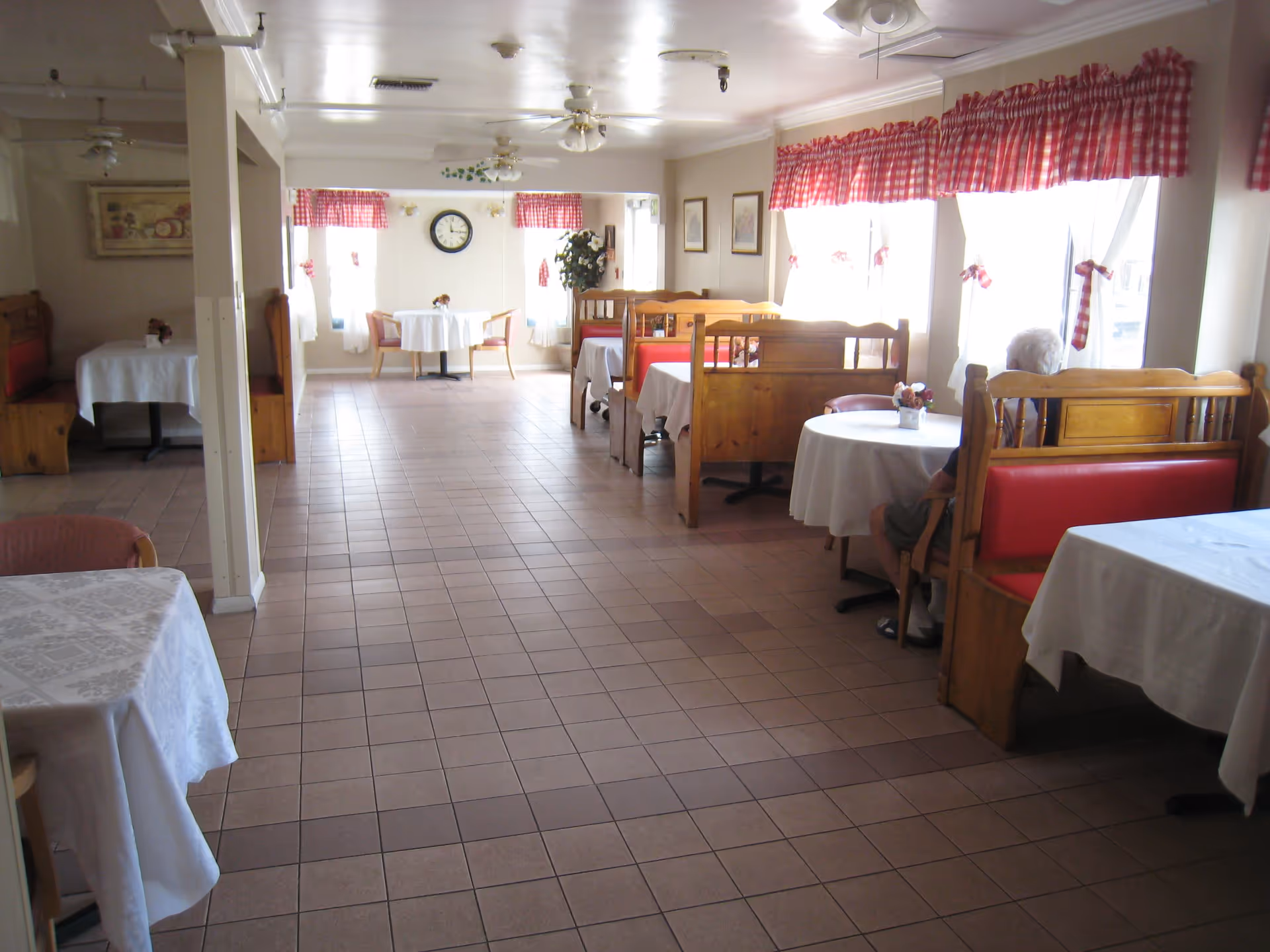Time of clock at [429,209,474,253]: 2:58
